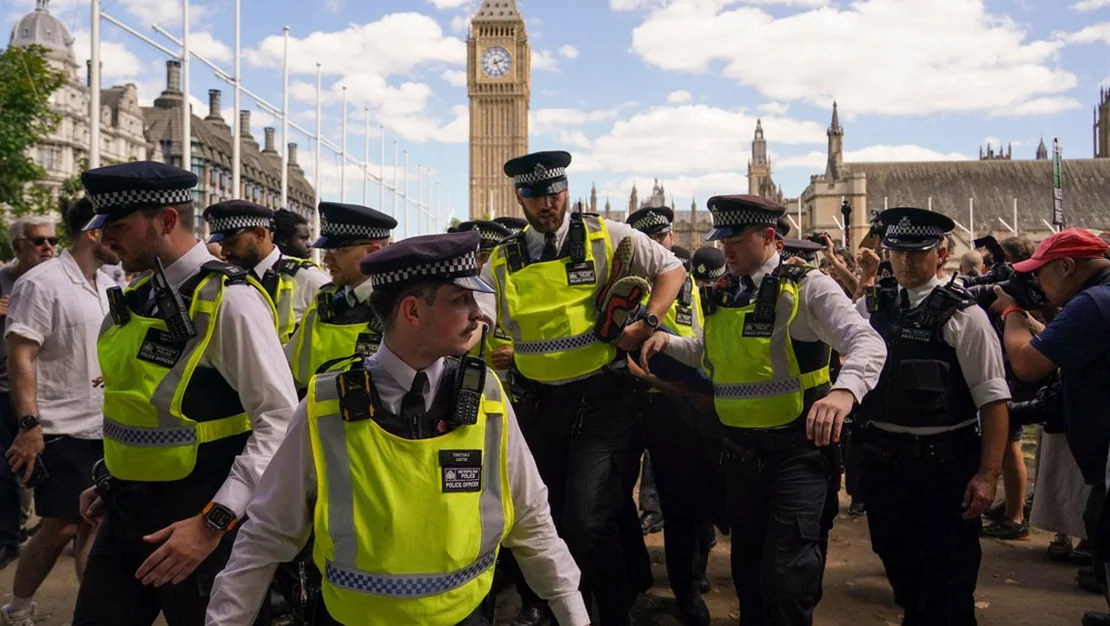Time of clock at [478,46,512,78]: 2:25
